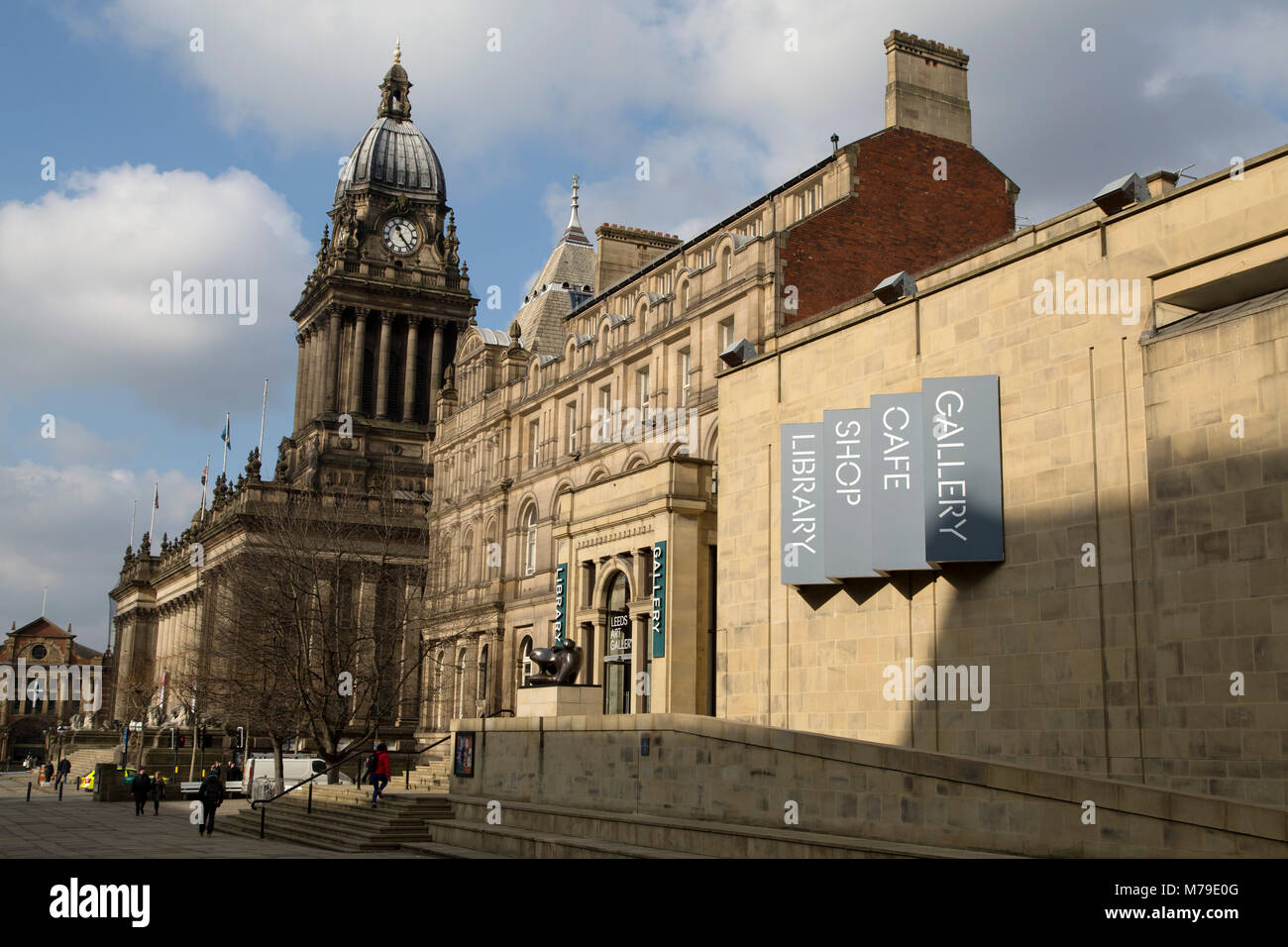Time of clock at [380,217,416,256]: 11:23
